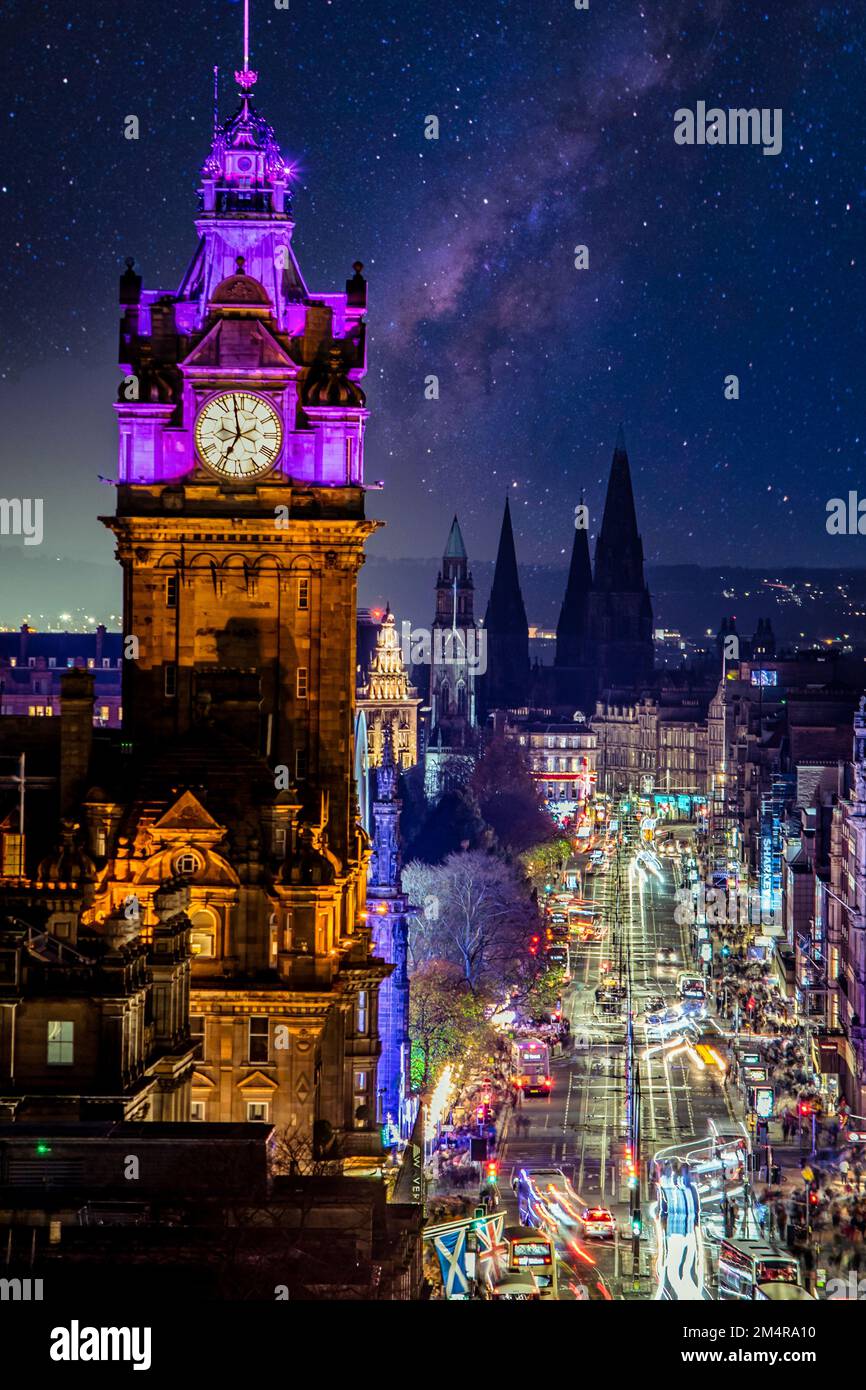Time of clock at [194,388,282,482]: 6:58
